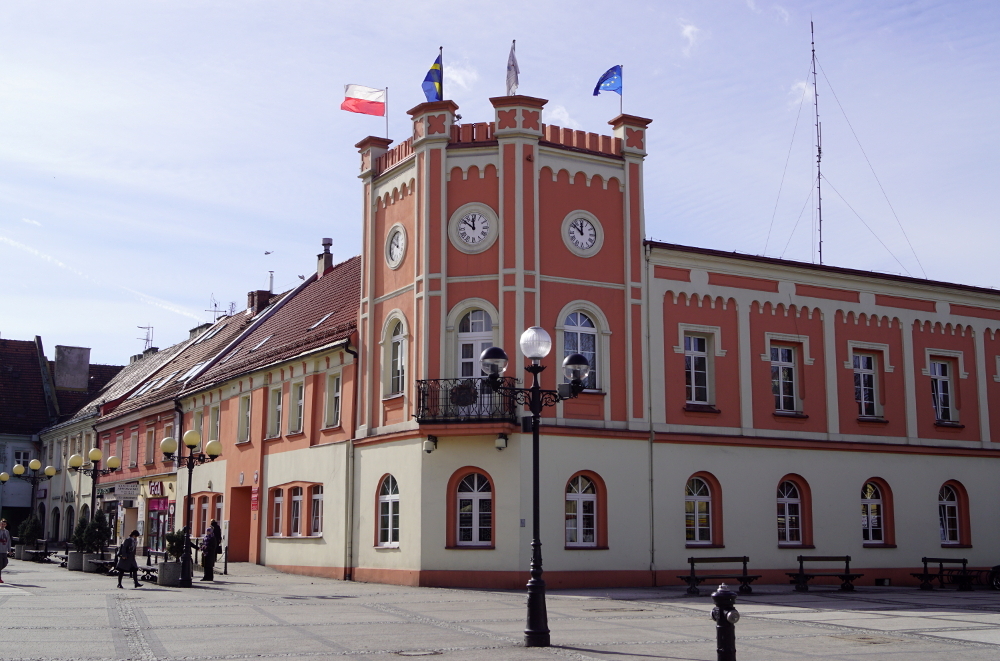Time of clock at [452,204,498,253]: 11:51
